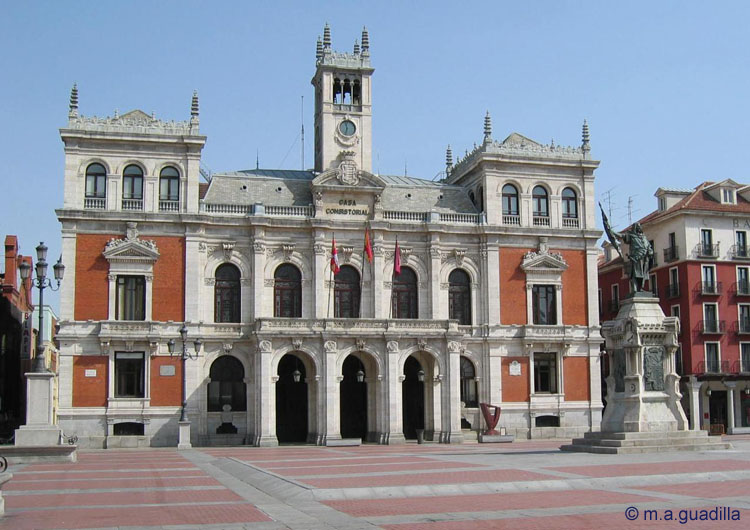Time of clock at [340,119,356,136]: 11:32
